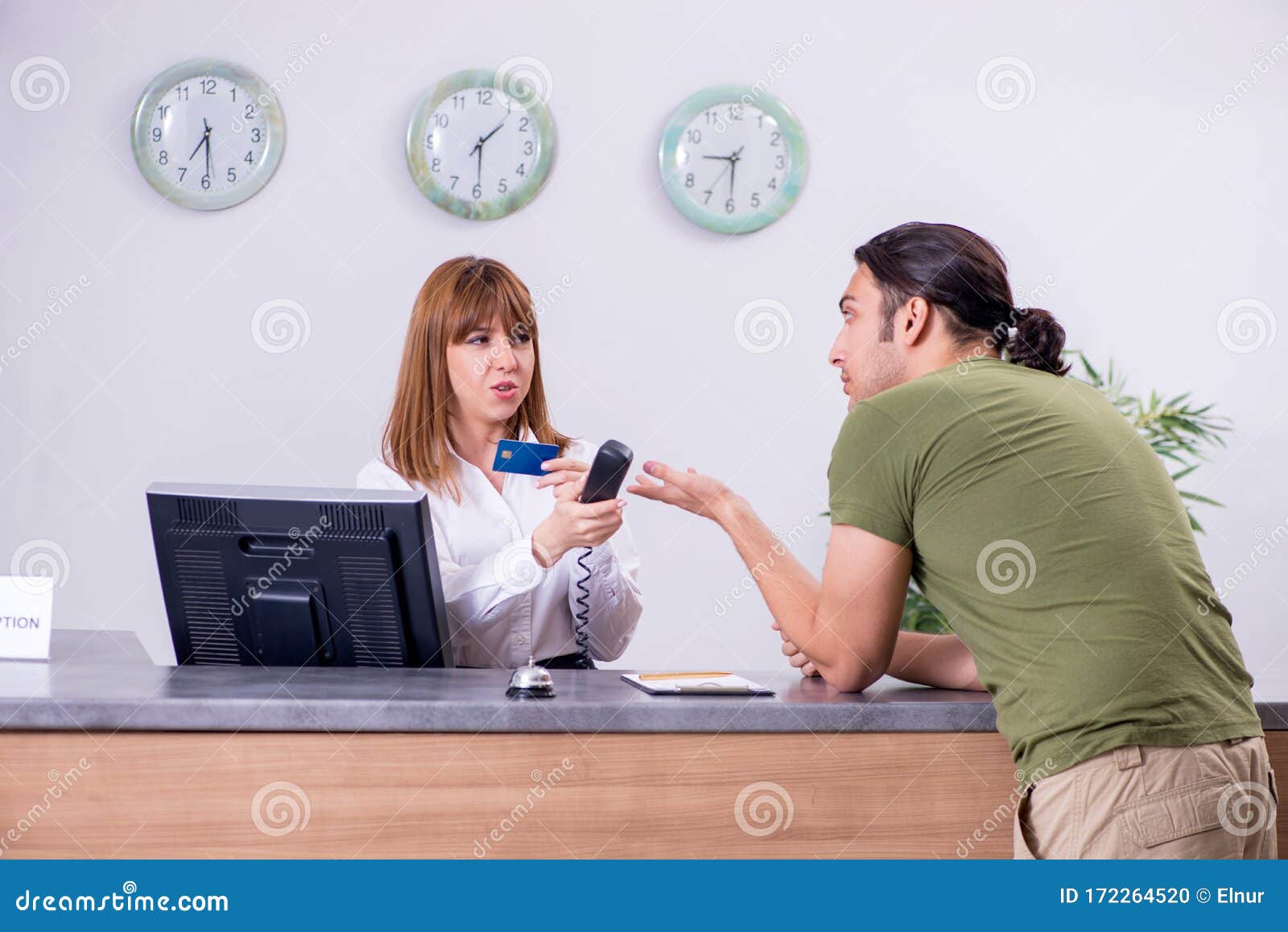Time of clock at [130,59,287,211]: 6:29
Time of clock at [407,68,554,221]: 1:29
